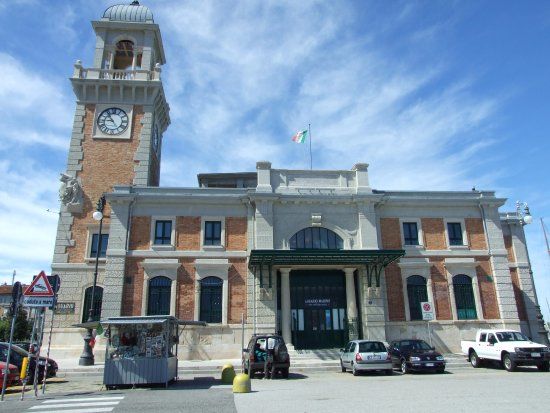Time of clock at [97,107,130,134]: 8:53
